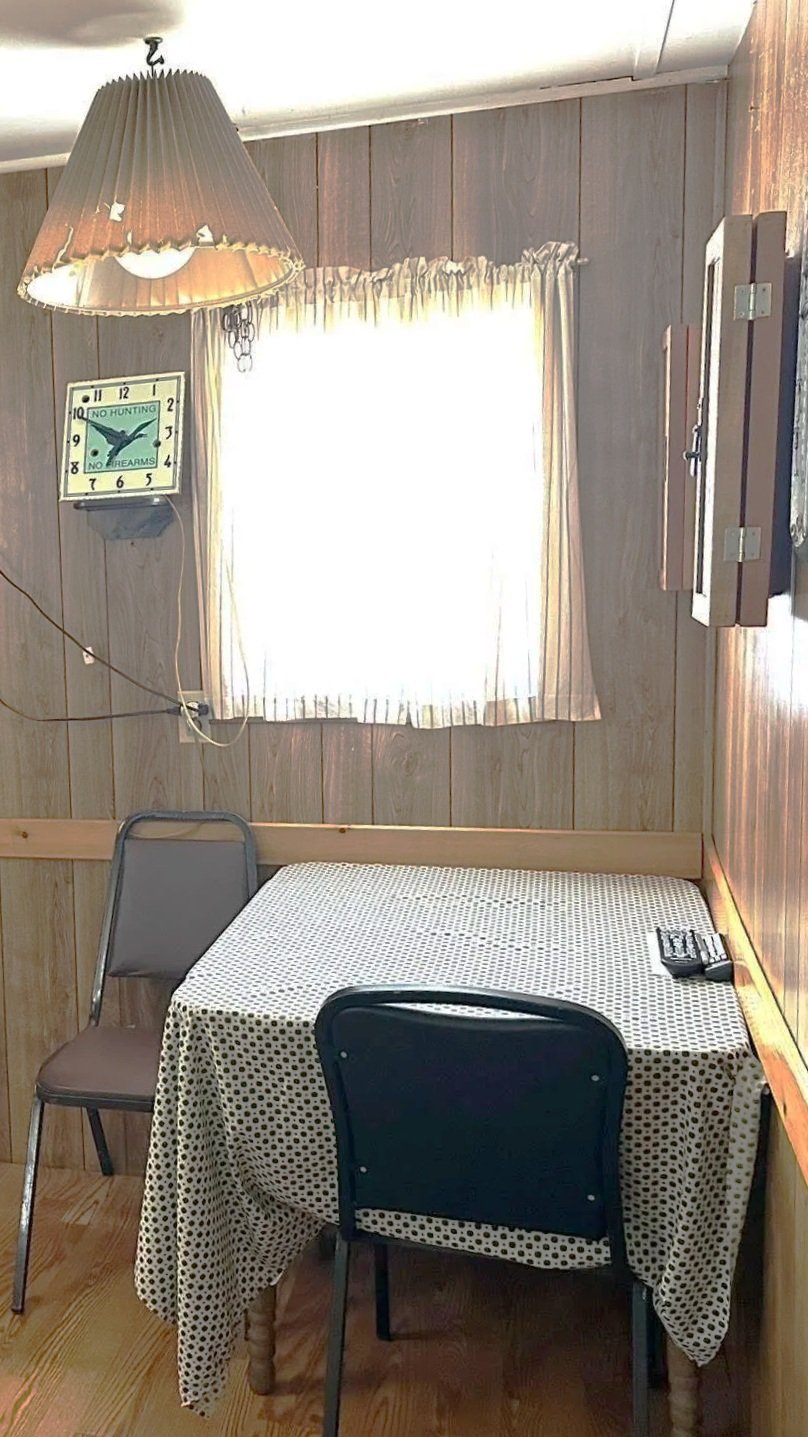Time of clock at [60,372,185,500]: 1:50
